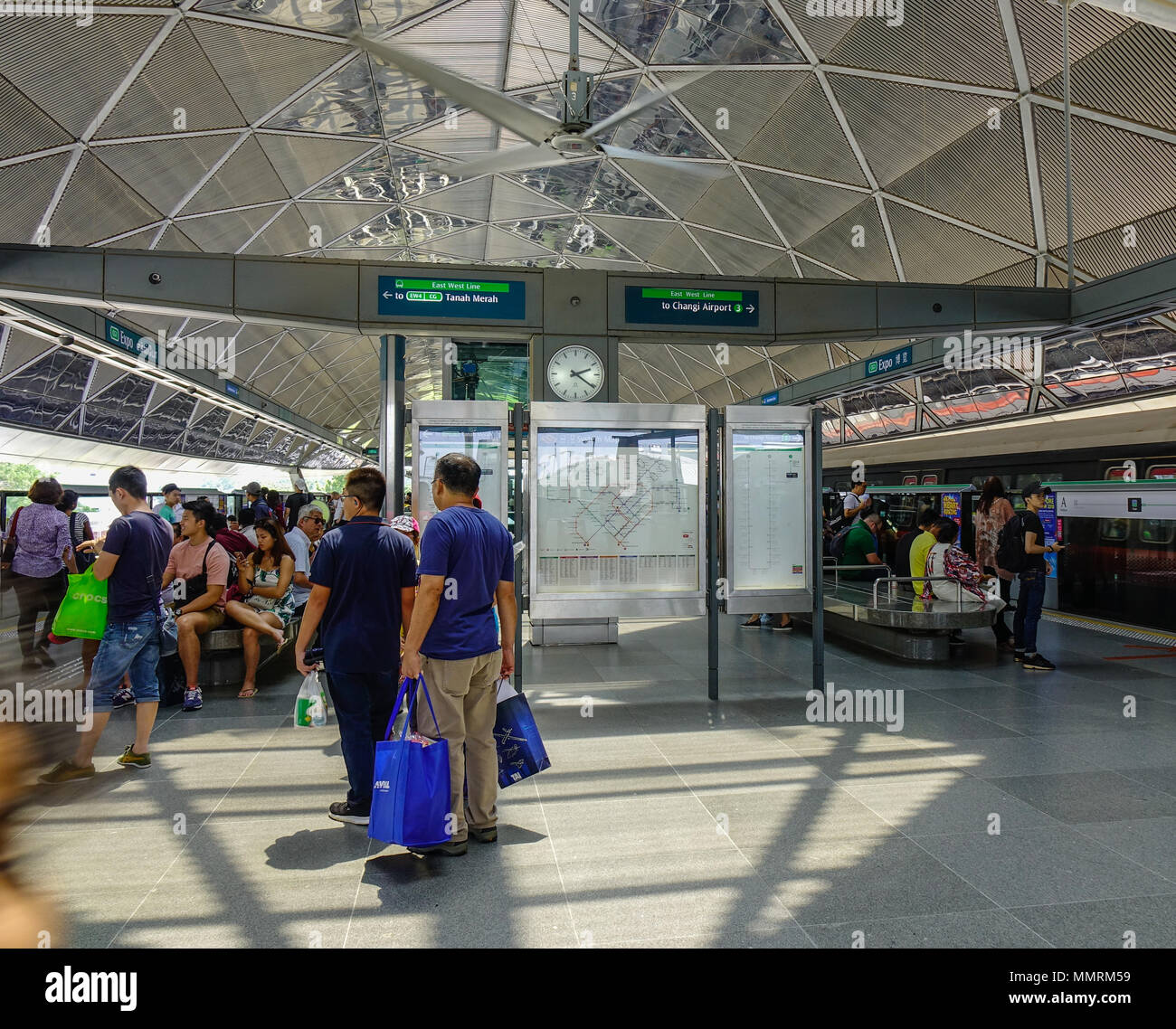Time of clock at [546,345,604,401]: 2:20
